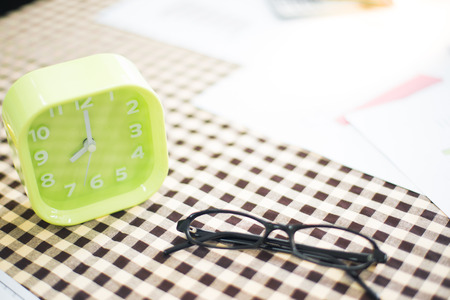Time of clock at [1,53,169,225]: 8:00
